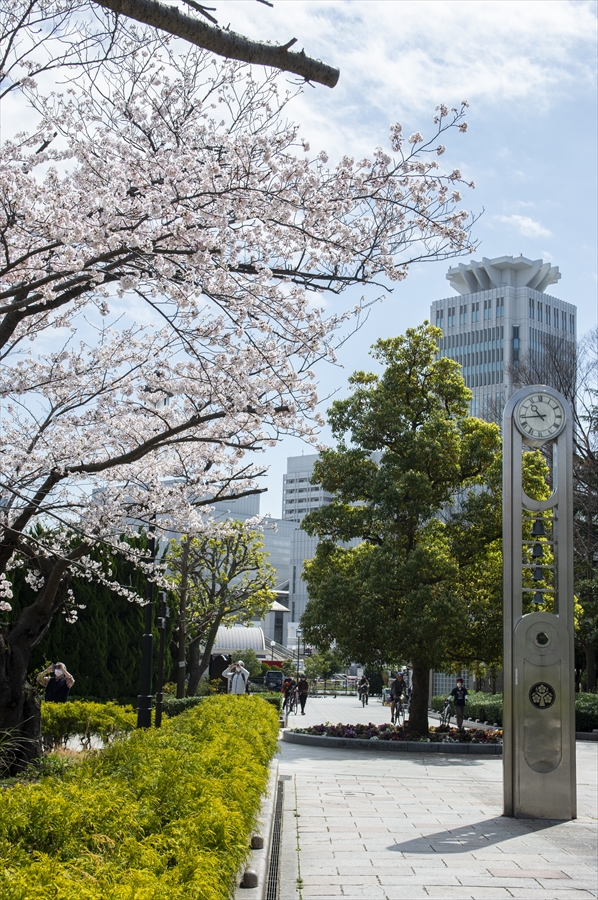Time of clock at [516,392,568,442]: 10:43
